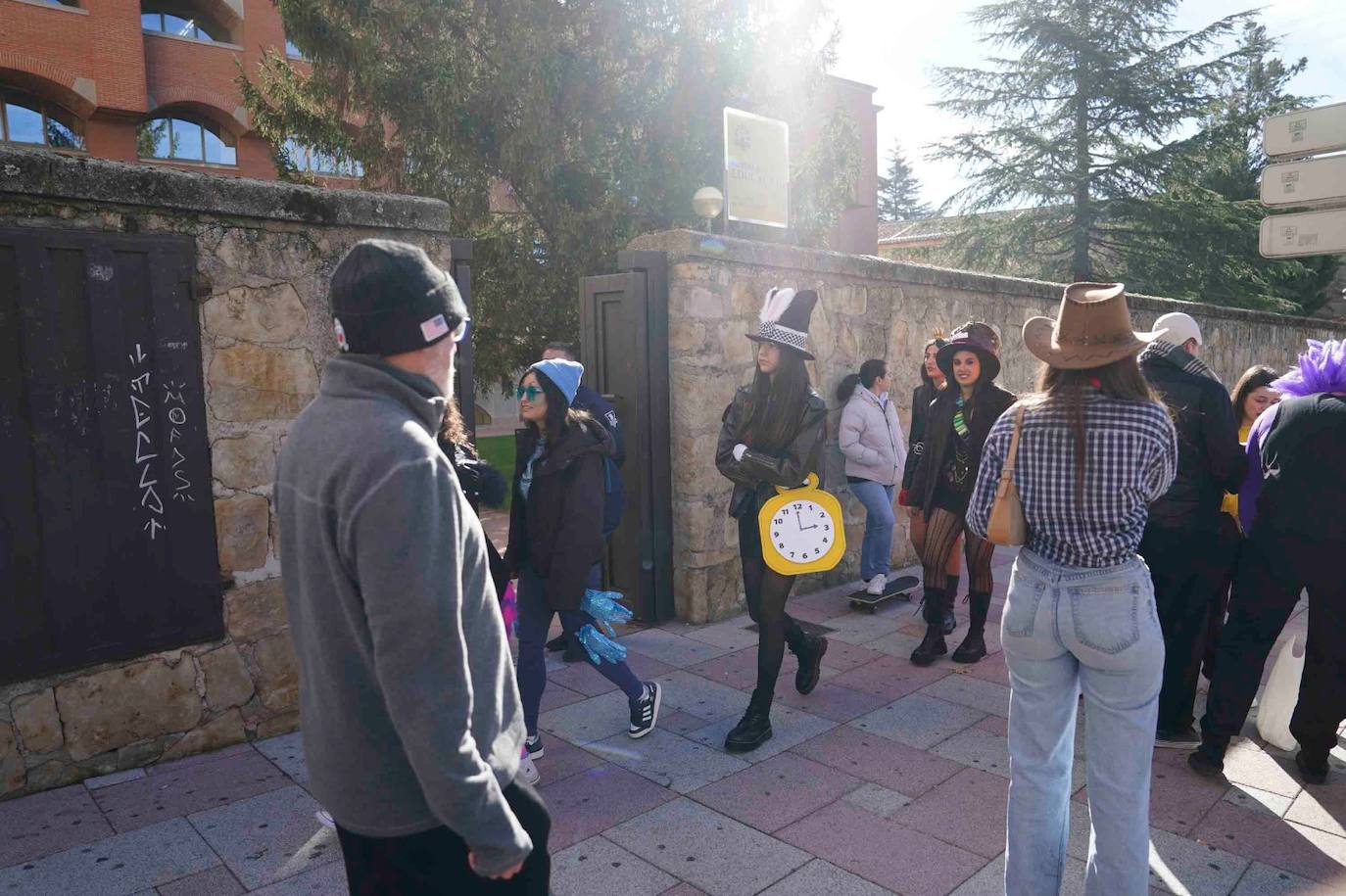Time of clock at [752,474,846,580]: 2:59
